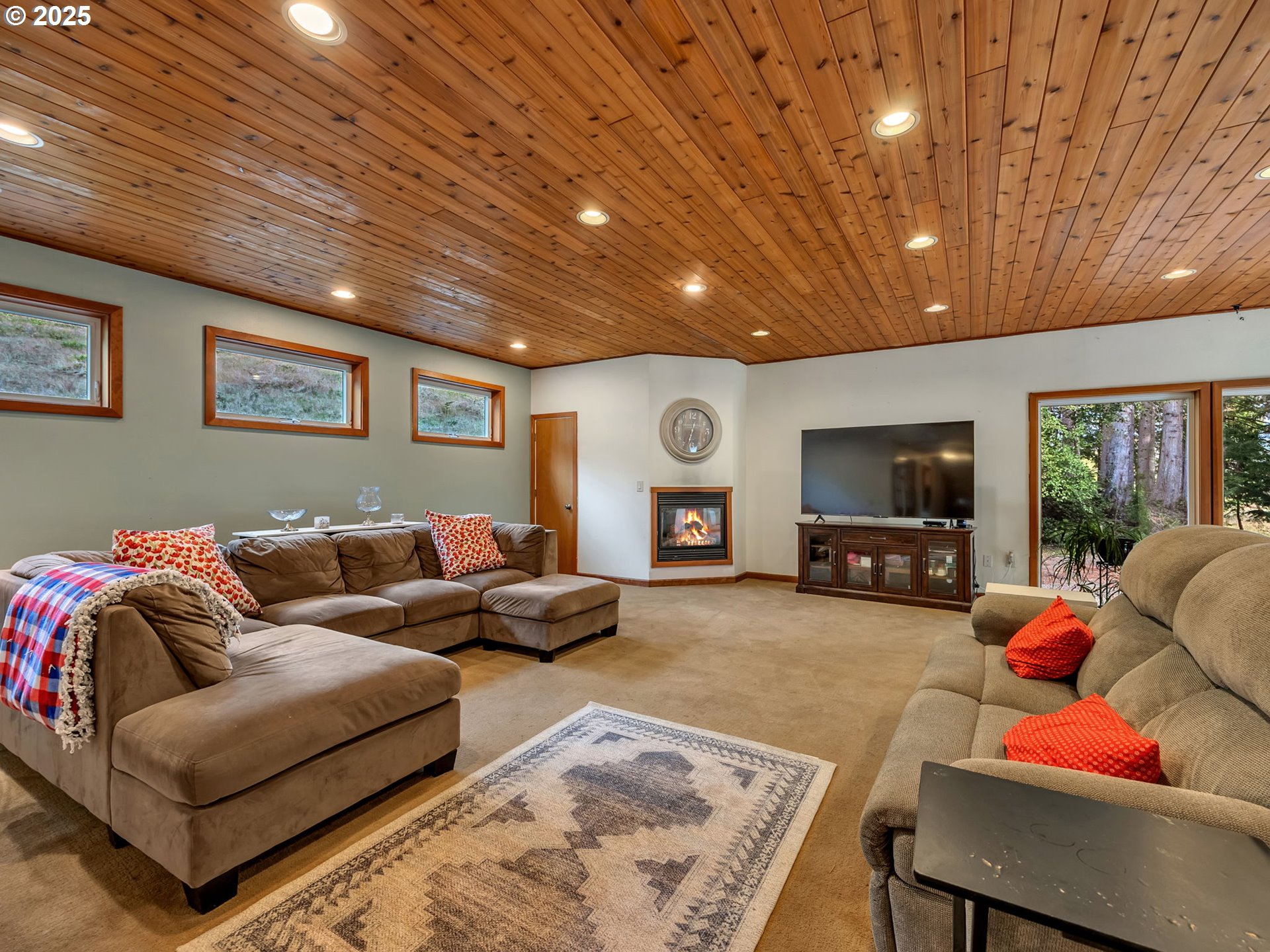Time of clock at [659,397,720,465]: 12:32
